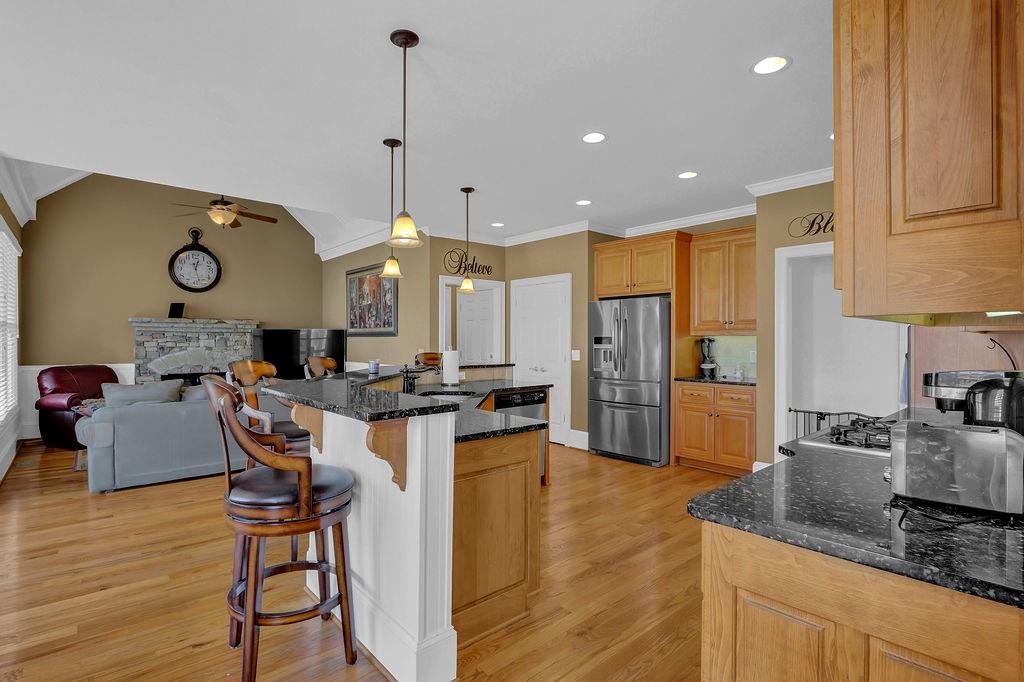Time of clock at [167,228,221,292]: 12:27
